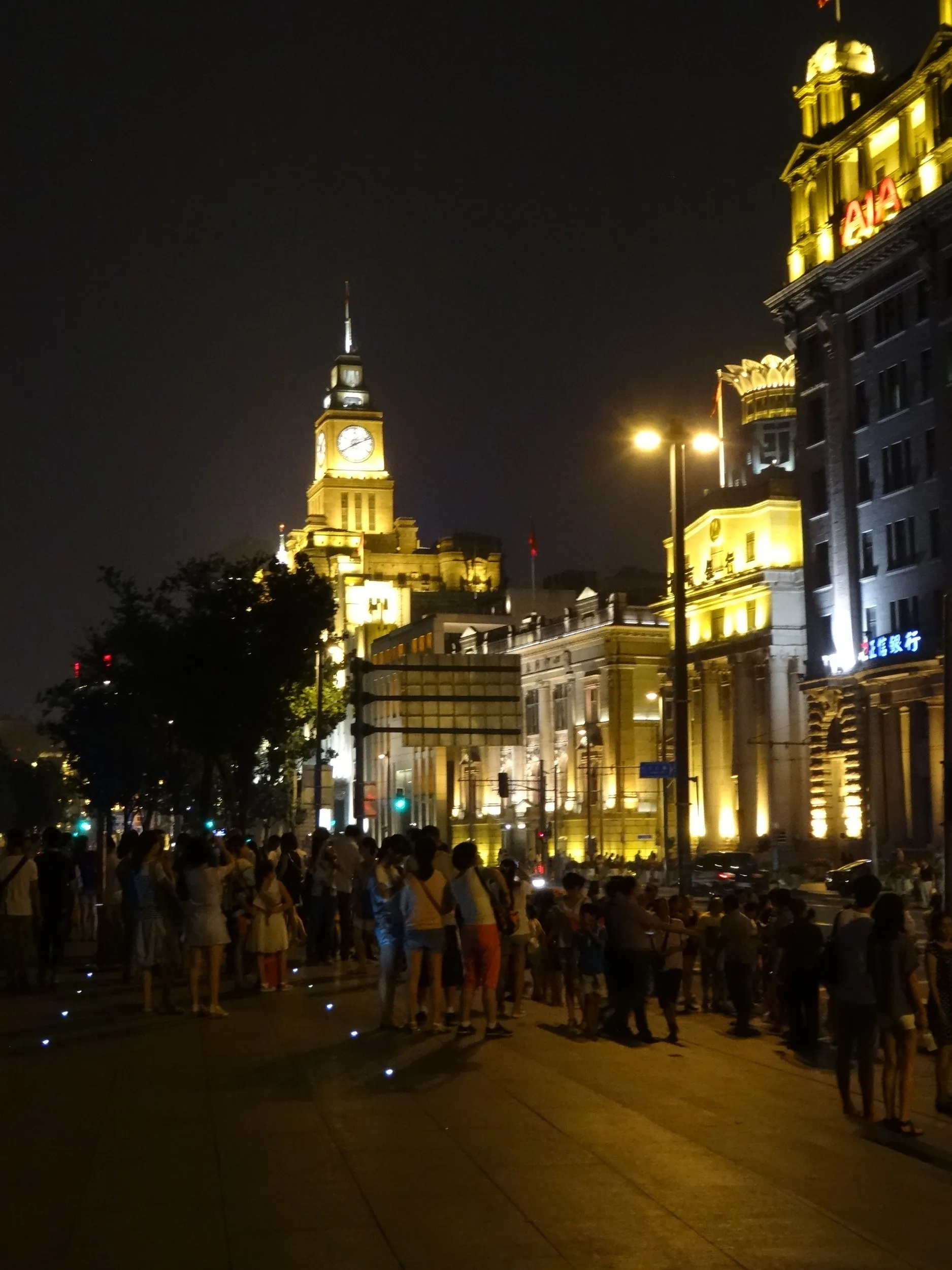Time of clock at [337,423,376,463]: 8:11
